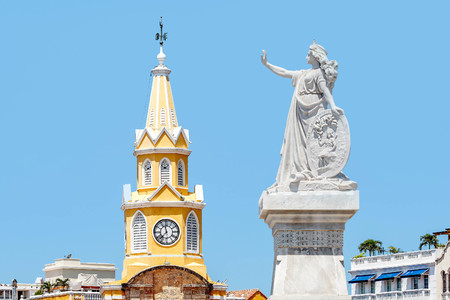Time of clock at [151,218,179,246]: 11:37
